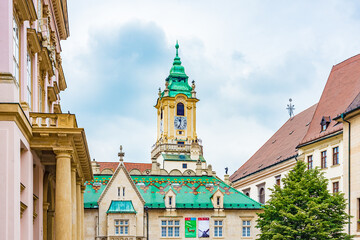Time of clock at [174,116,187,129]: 11:33
